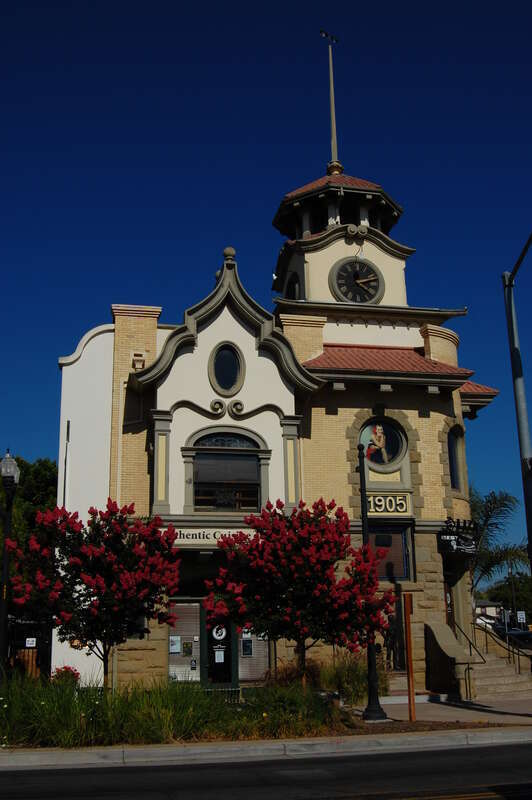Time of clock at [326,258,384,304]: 4:12
